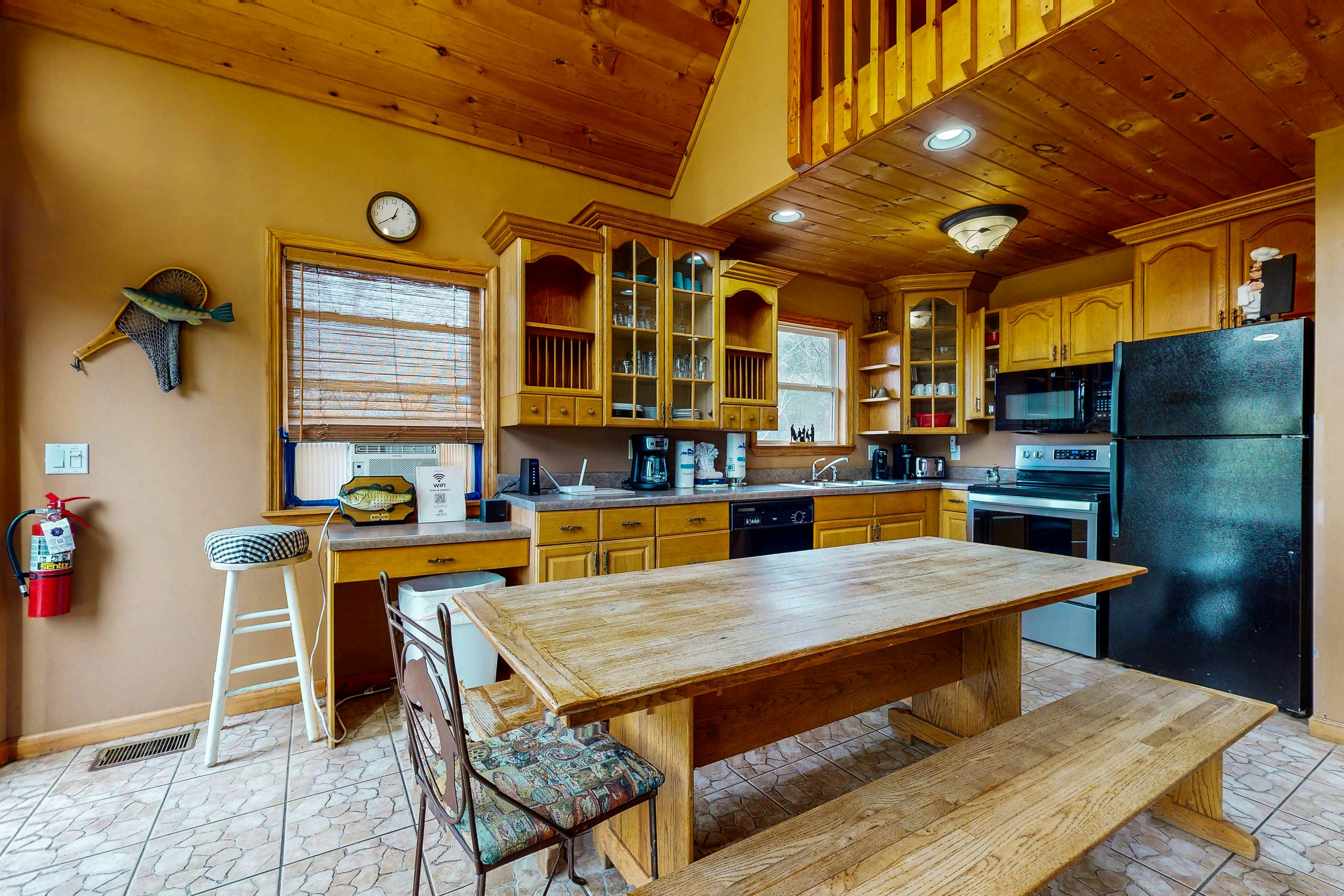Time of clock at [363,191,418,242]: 12:39
